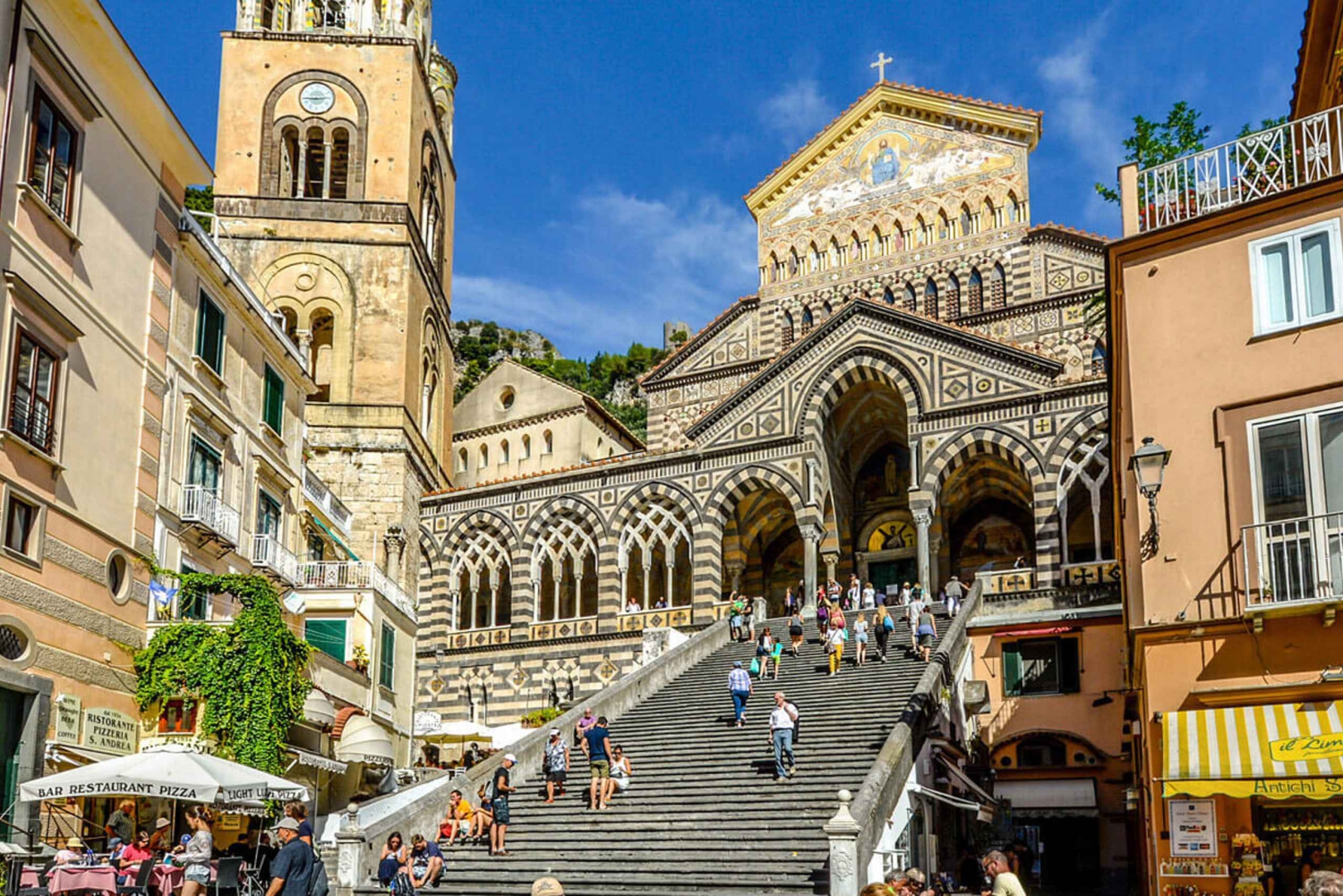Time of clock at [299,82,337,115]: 2:44
